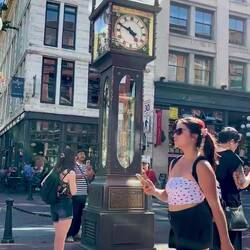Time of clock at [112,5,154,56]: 4:49
